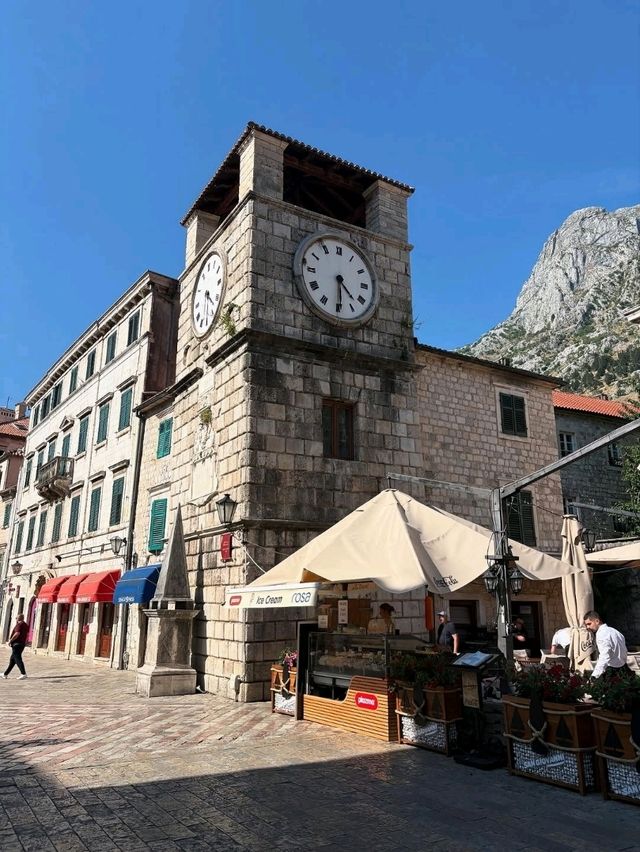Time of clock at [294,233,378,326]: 4:29
